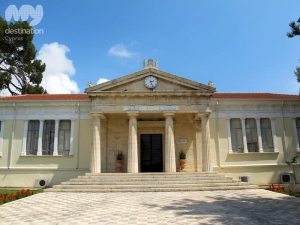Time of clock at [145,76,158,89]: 2:26
